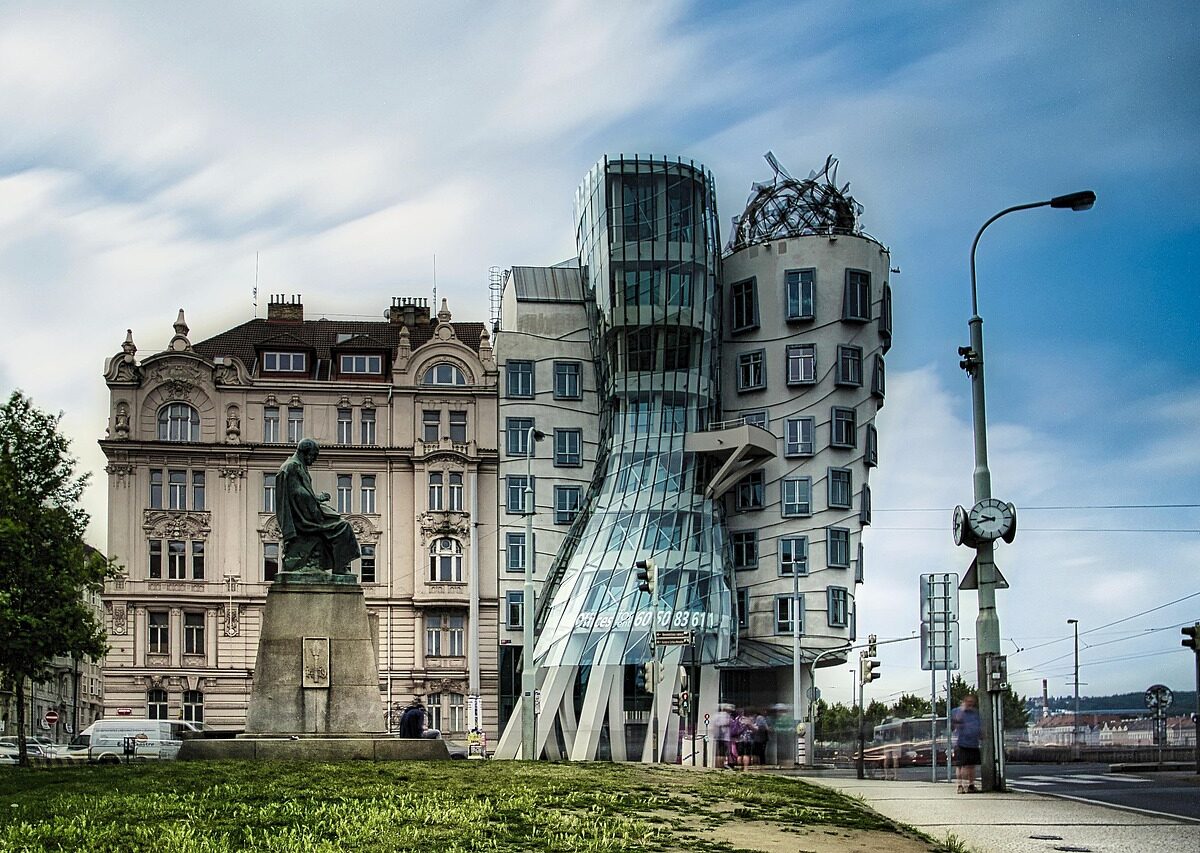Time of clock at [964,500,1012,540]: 9:42
